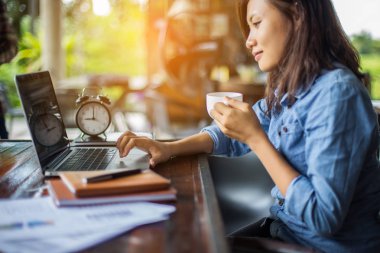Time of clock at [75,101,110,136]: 9:00
